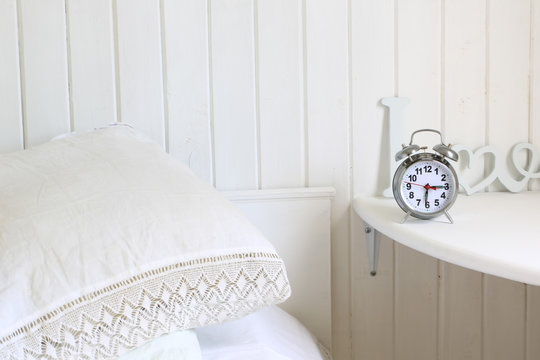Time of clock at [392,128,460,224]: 6:14
